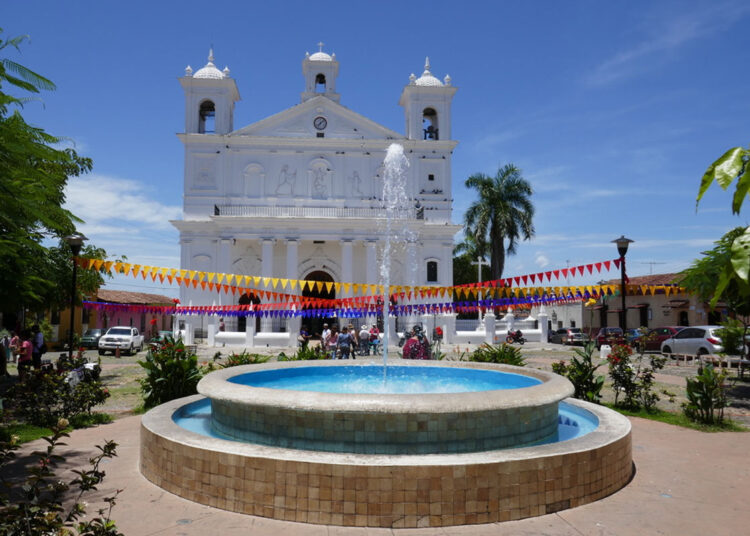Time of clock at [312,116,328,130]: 7:07
